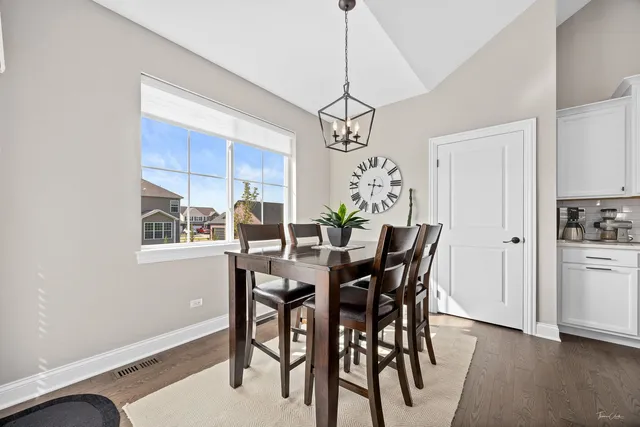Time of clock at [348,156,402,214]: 3:32
